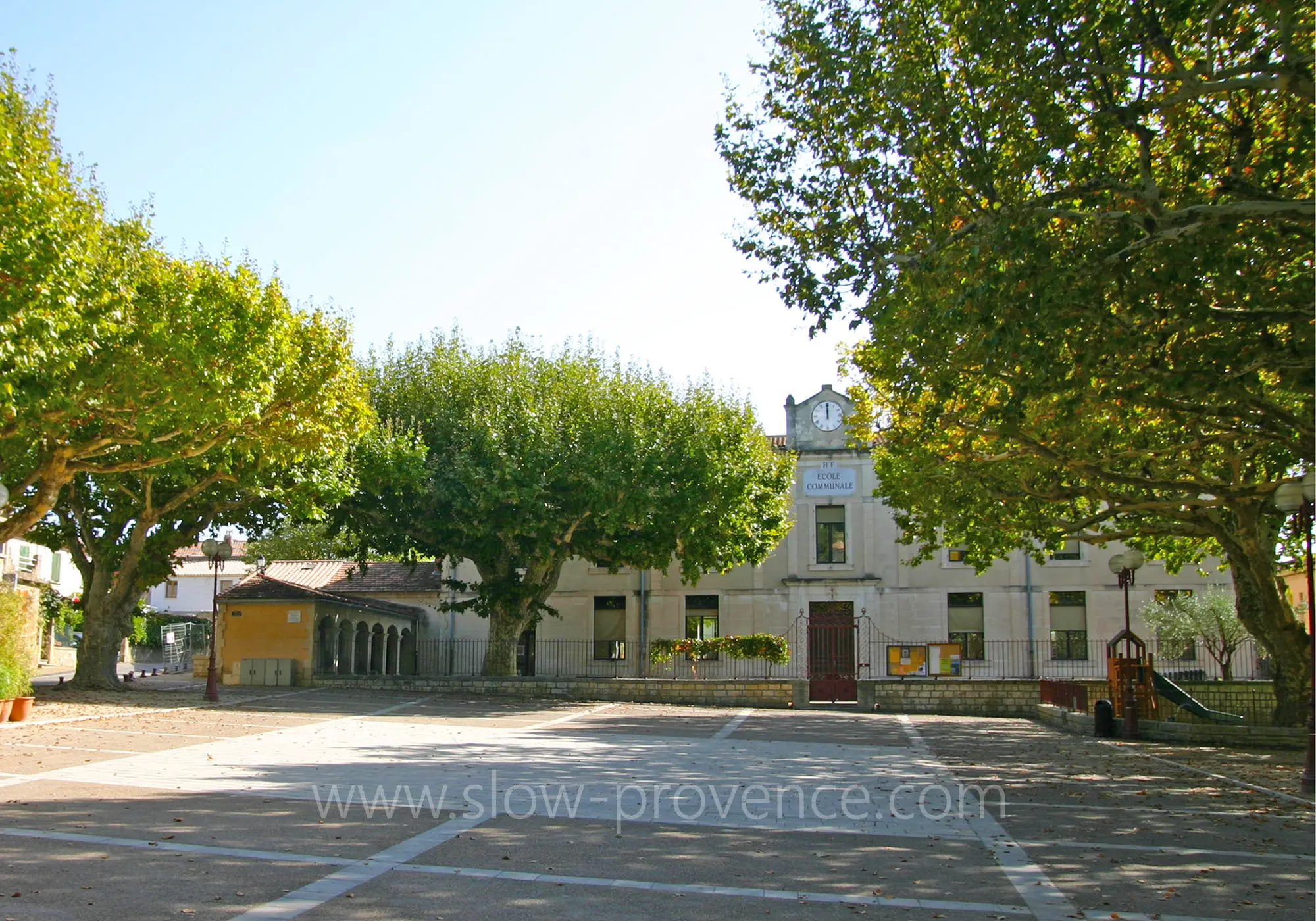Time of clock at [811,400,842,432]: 11:59
